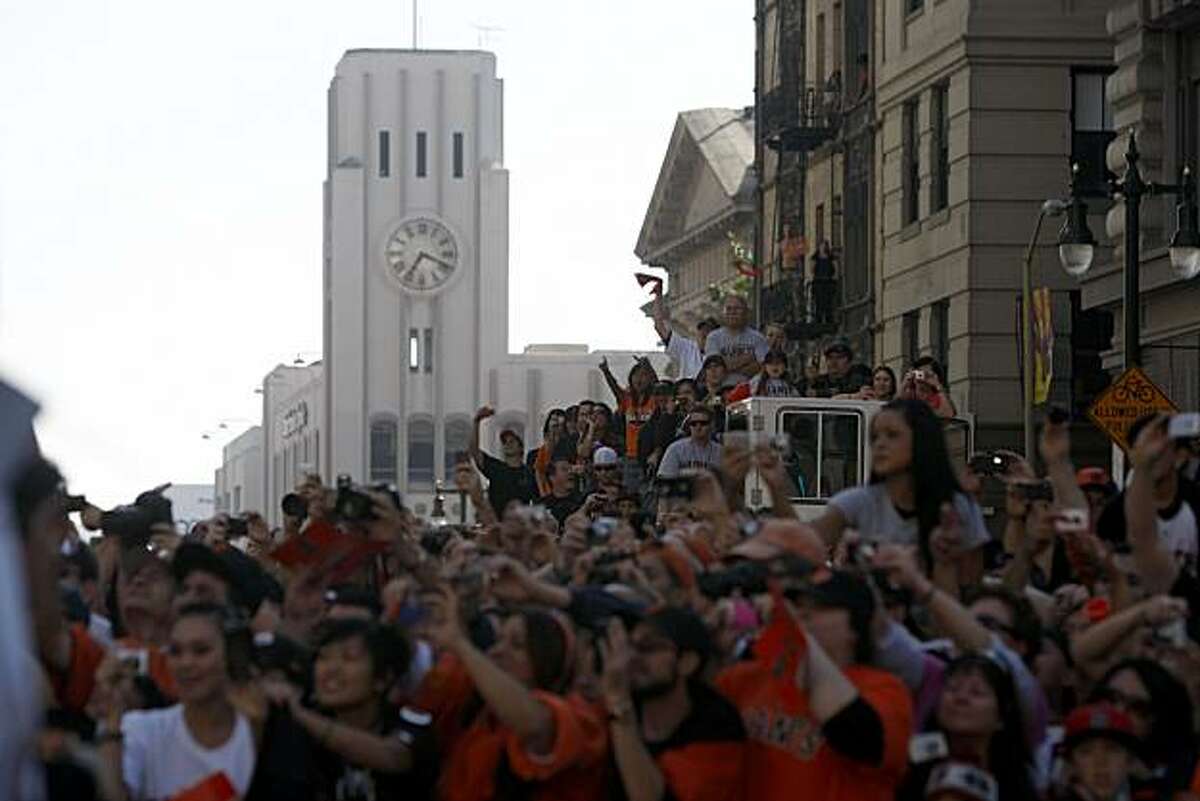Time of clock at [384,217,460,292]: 7:18
